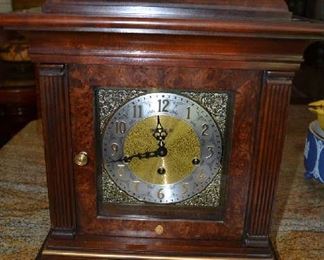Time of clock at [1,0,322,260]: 11:43
